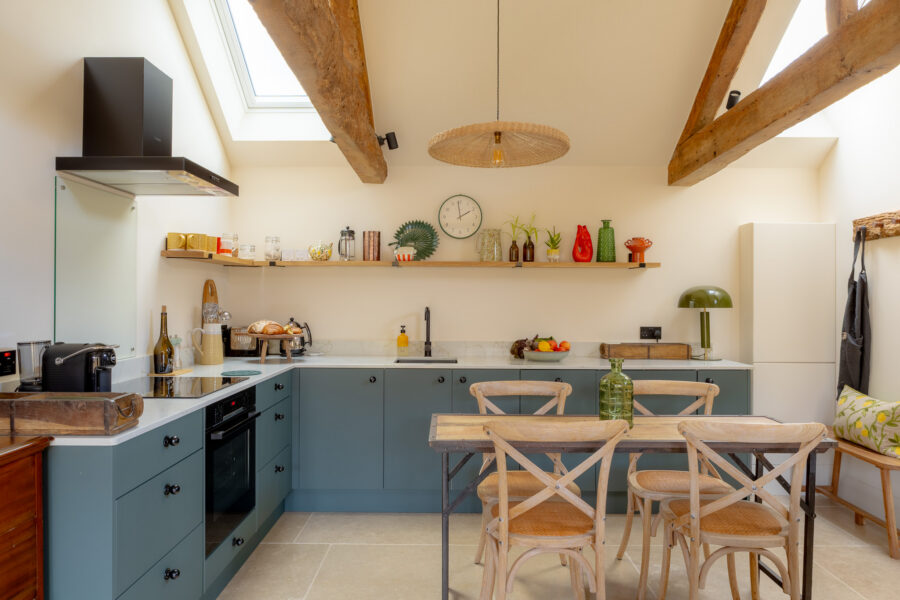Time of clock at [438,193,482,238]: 1:58
